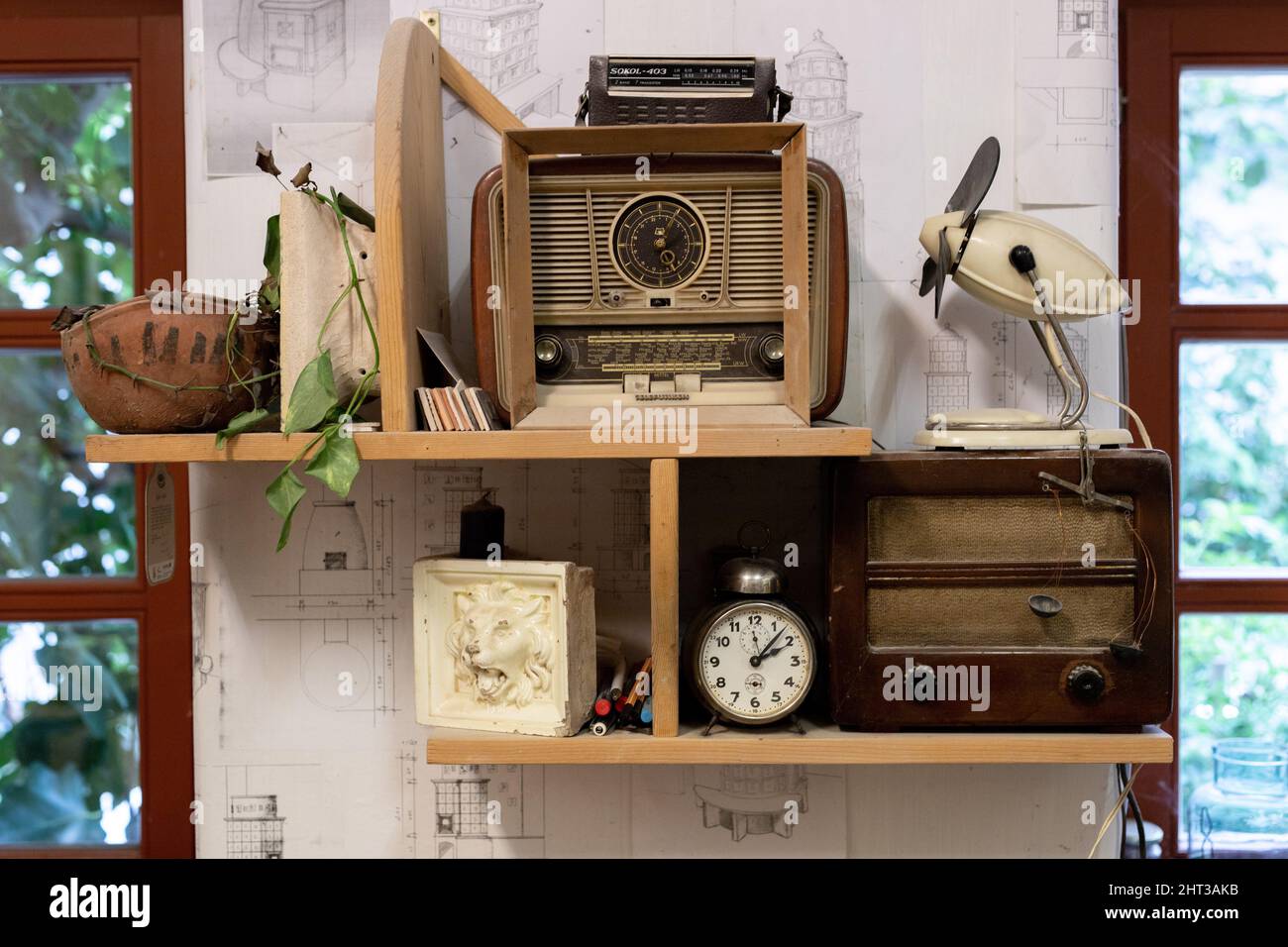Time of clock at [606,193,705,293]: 1:05
